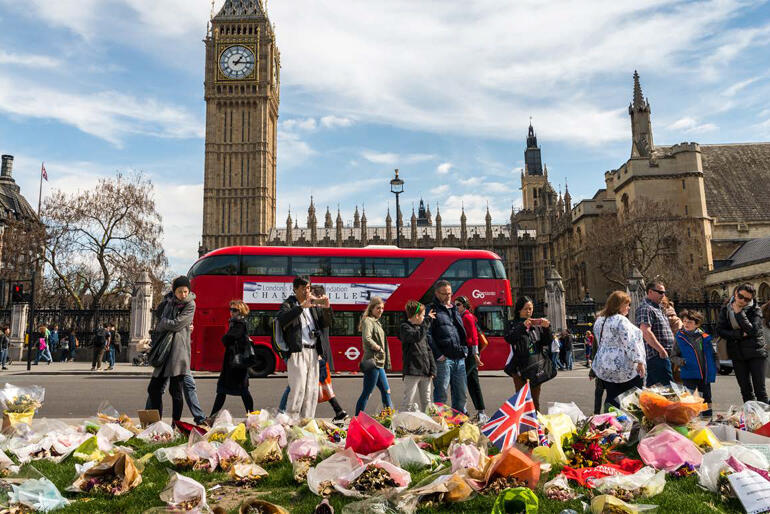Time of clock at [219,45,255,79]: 1:16
